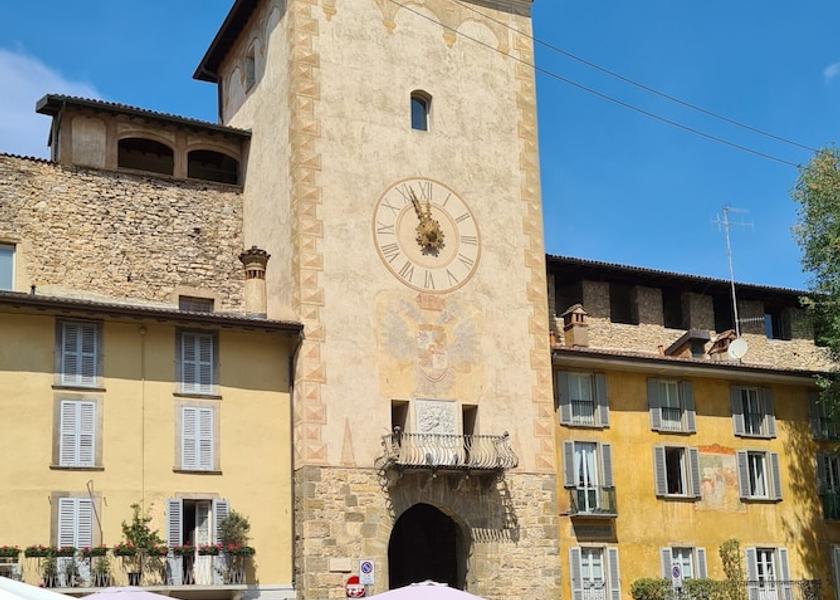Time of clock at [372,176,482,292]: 6:56
